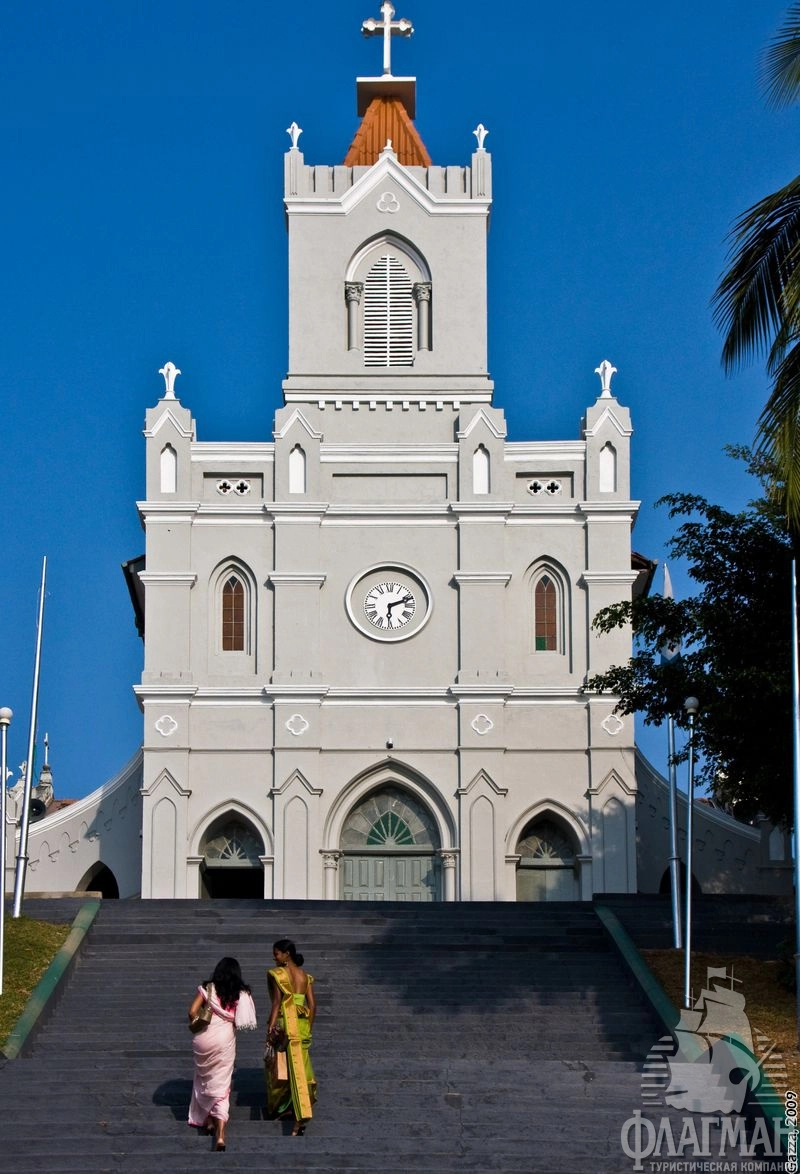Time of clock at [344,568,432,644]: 6:11
